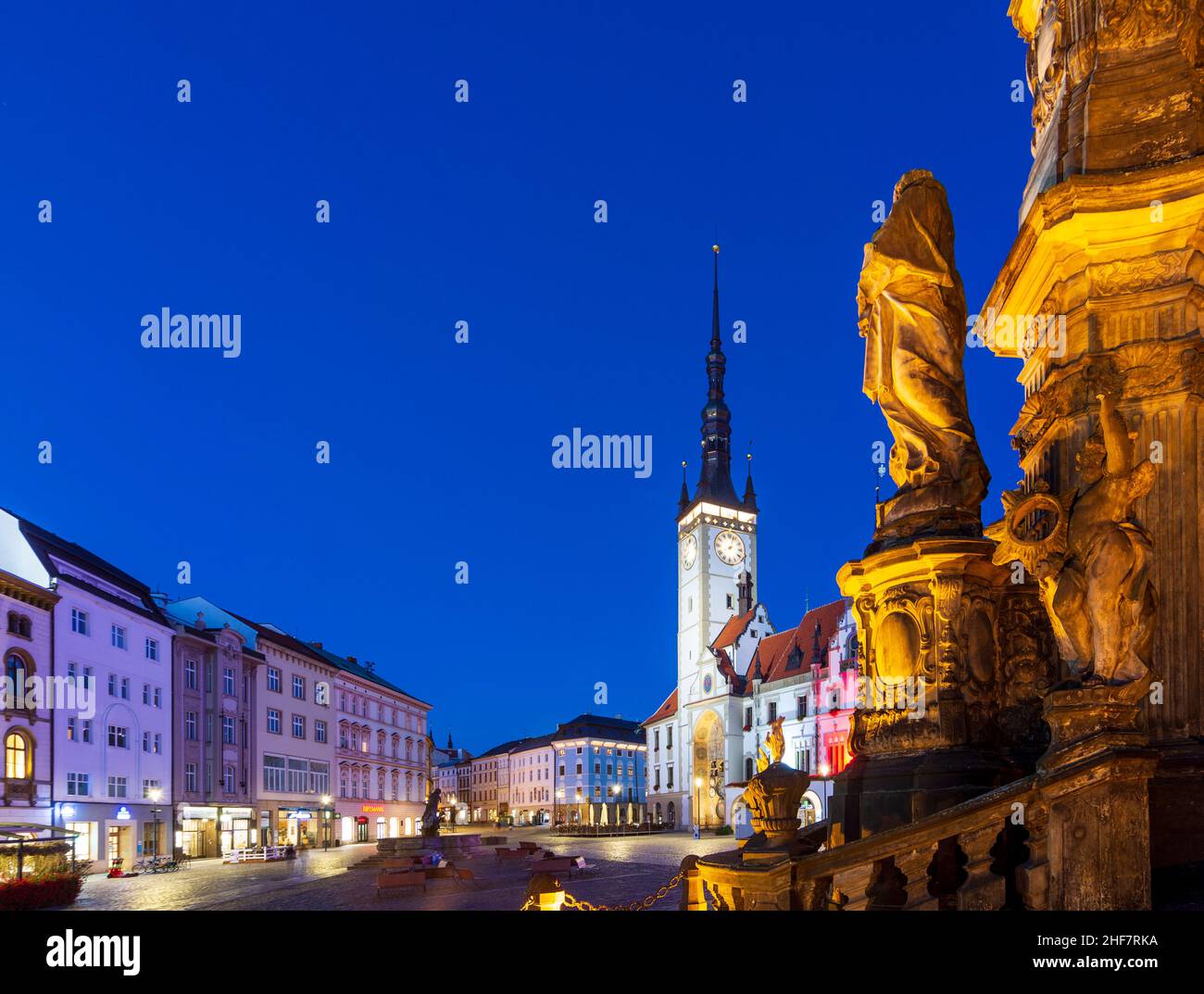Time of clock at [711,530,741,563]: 8:03
